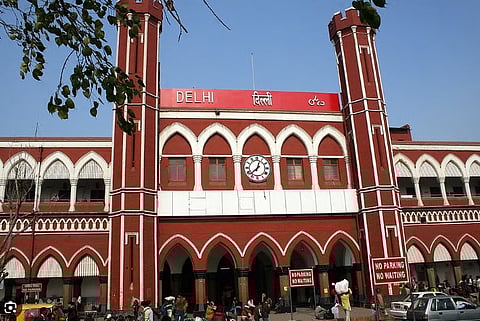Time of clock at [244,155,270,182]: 12:37
